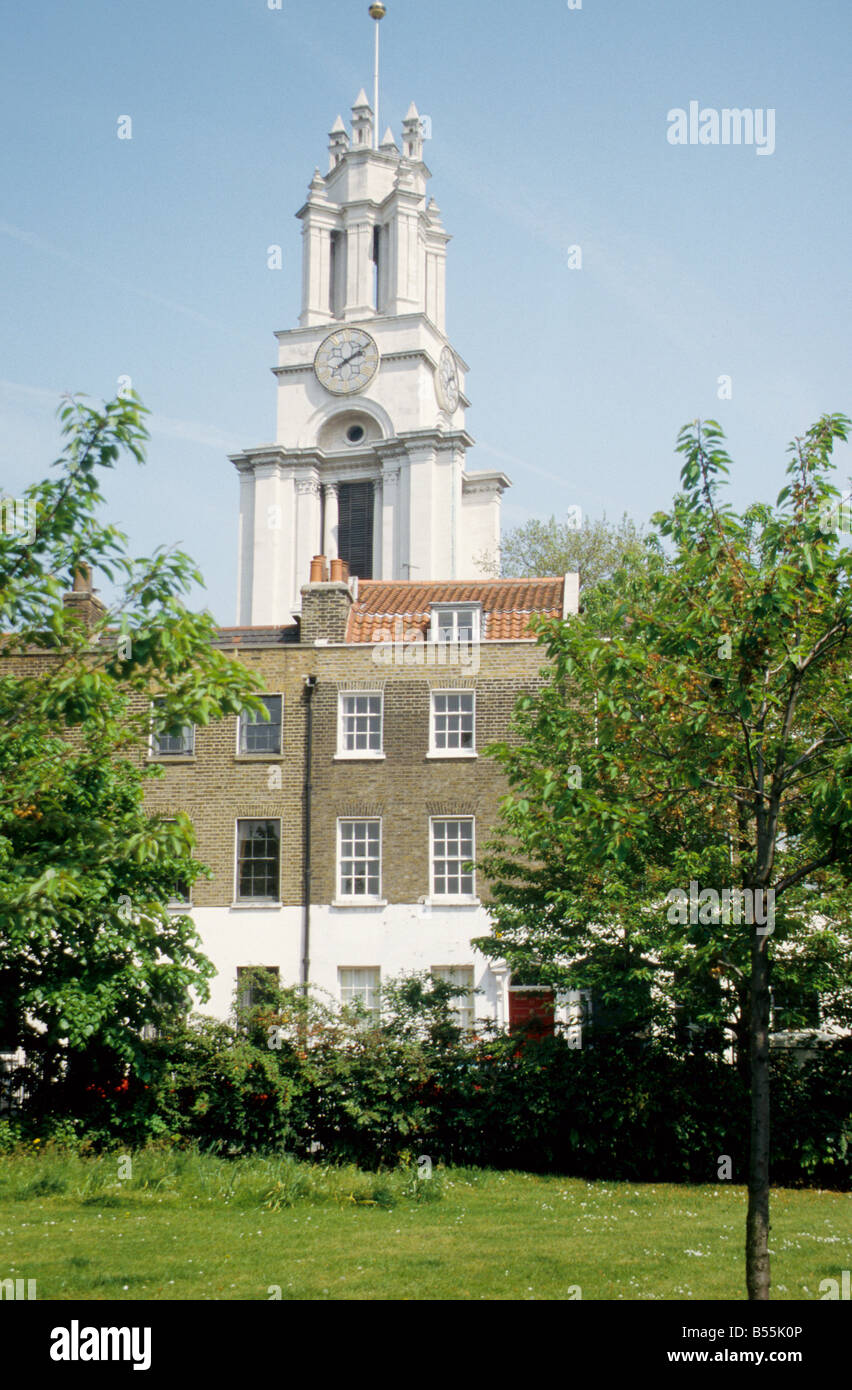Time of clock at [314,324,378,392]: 2:09
